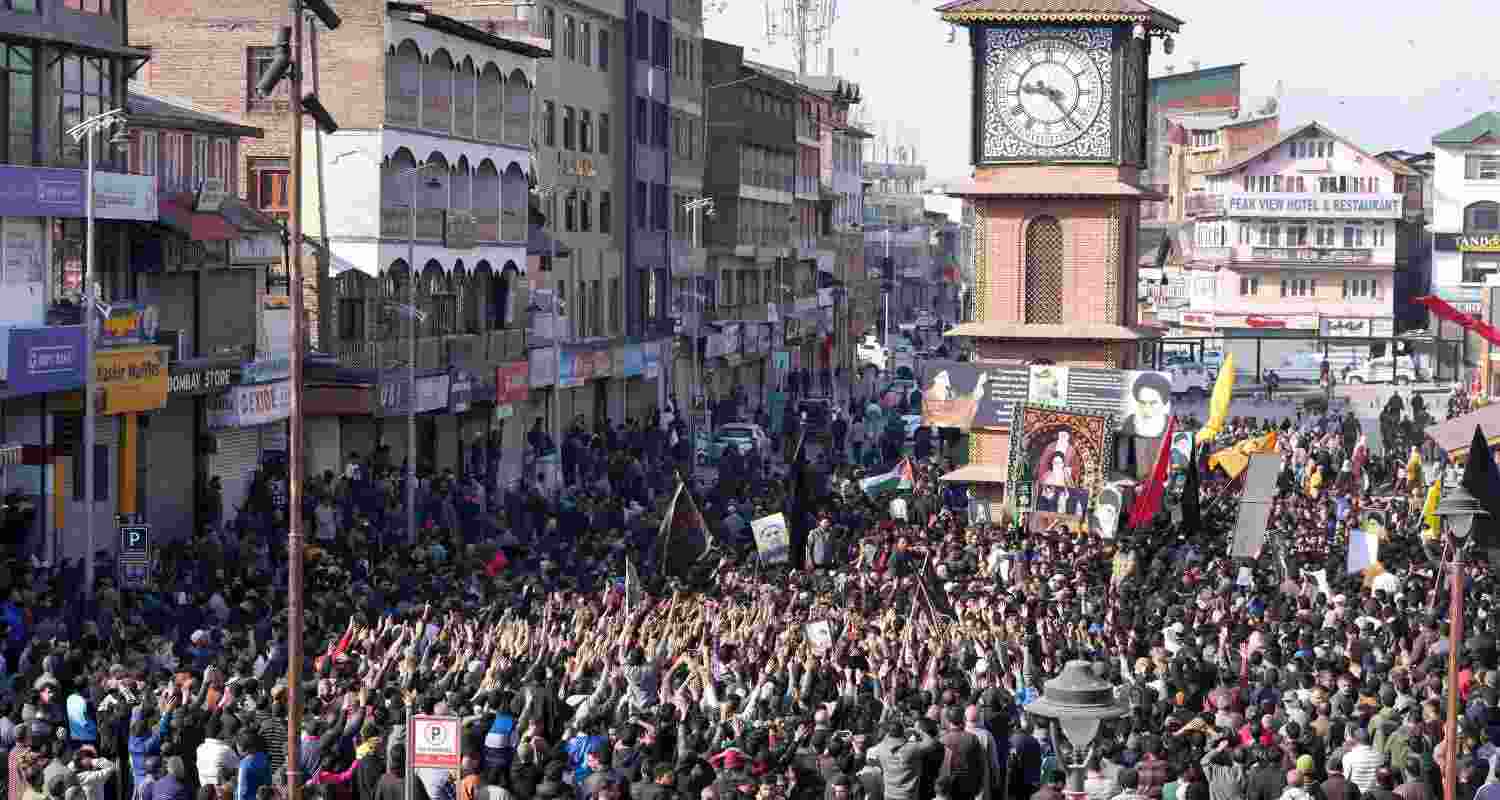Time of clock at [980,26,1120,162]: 9:23
